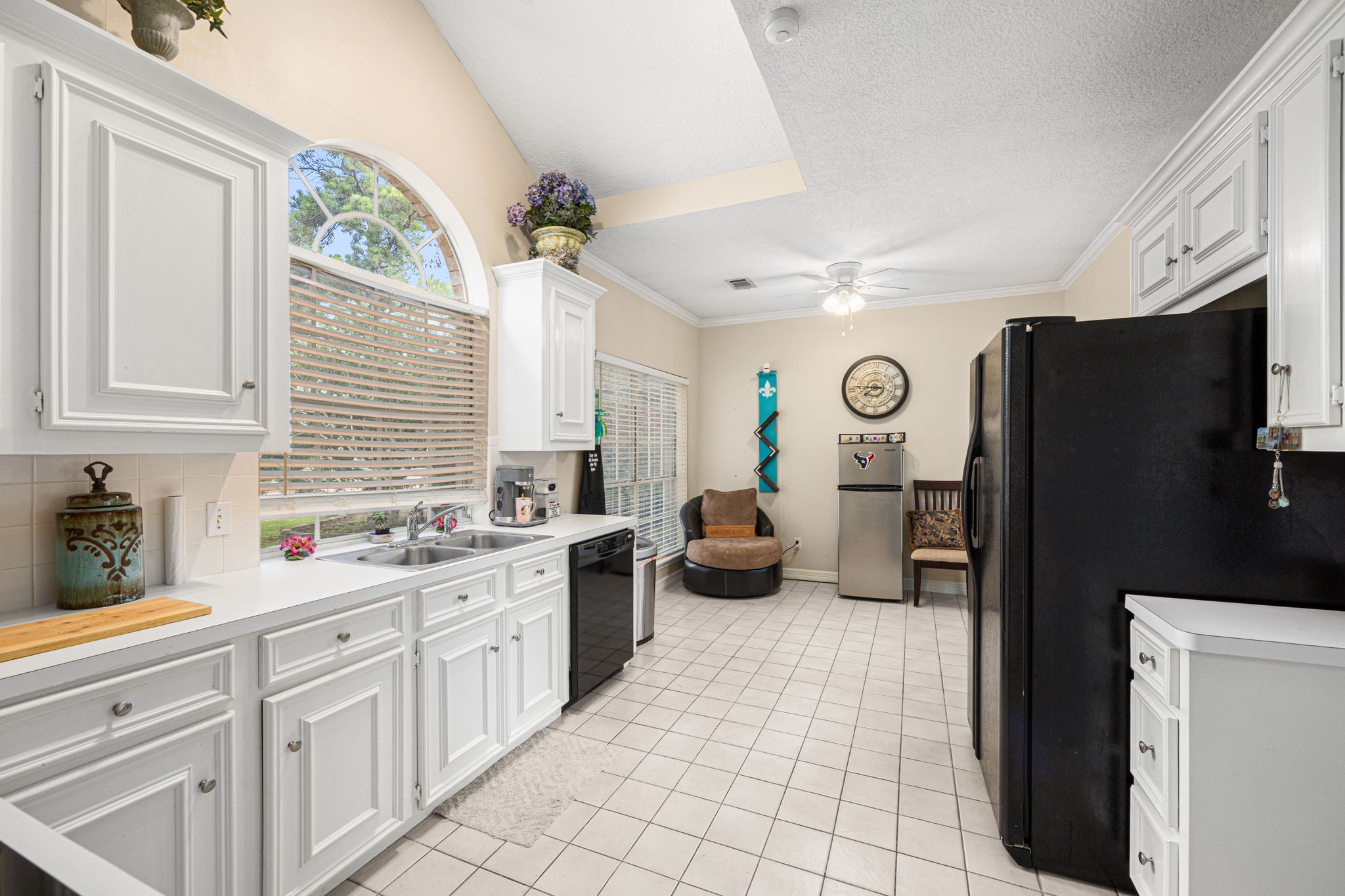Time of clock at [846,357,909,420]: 7:46
